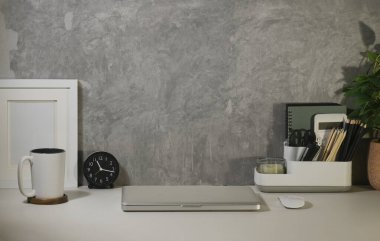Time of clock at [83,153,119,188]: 11:17
